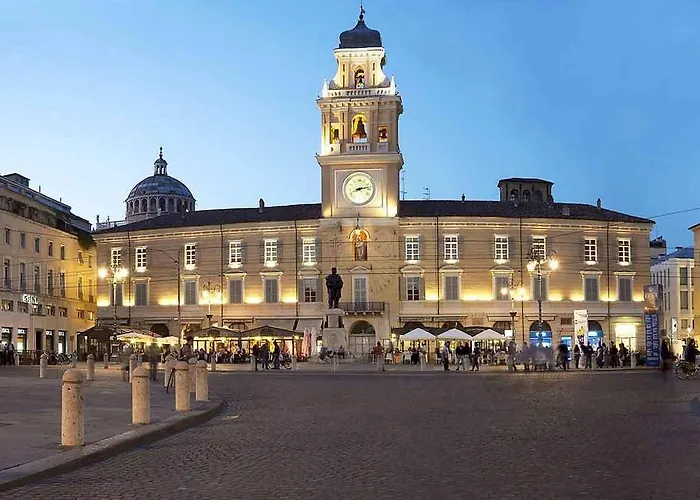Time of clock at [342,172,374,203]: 8:13
